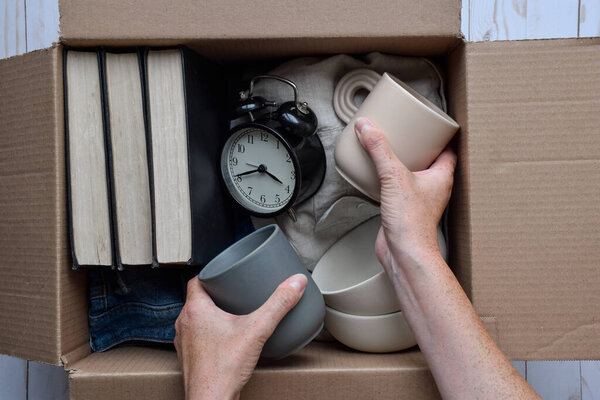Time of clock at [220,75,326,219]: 3:40
